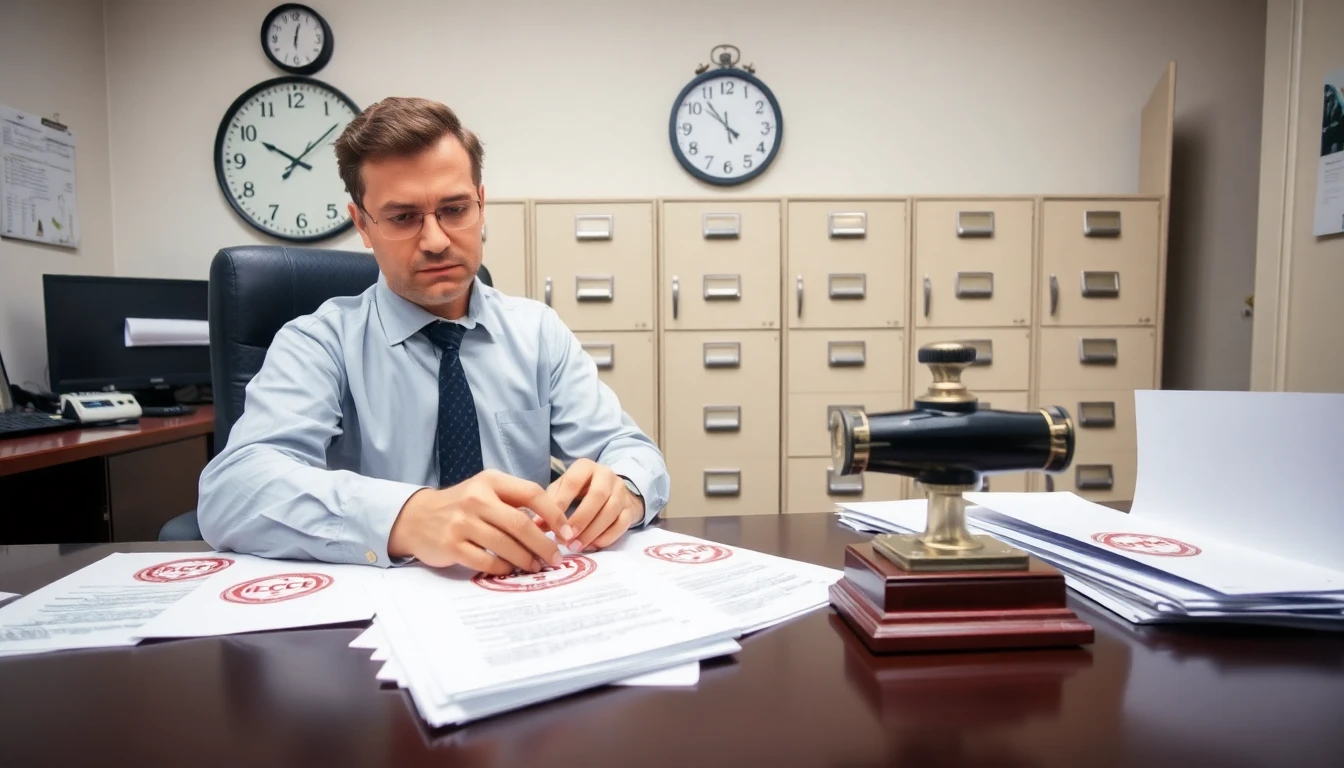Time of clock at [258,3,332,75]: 6:02
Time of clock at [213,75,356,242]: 10:08
